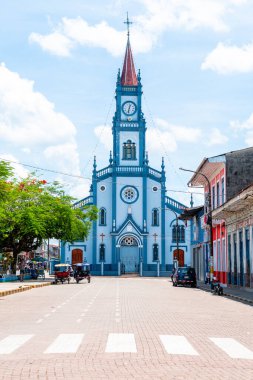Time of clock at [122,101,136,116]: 12:32
